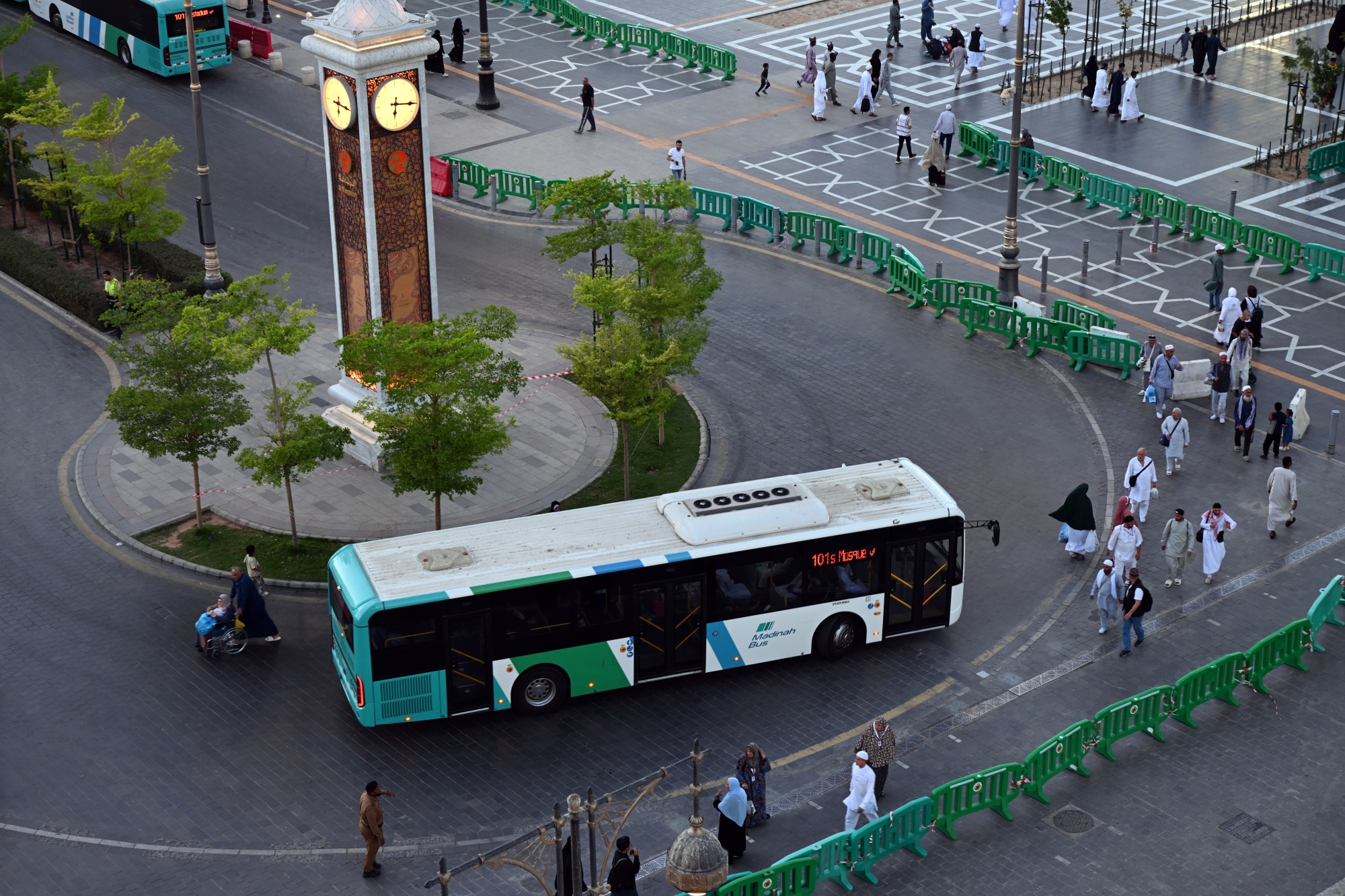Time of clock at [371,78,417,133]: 6:16
